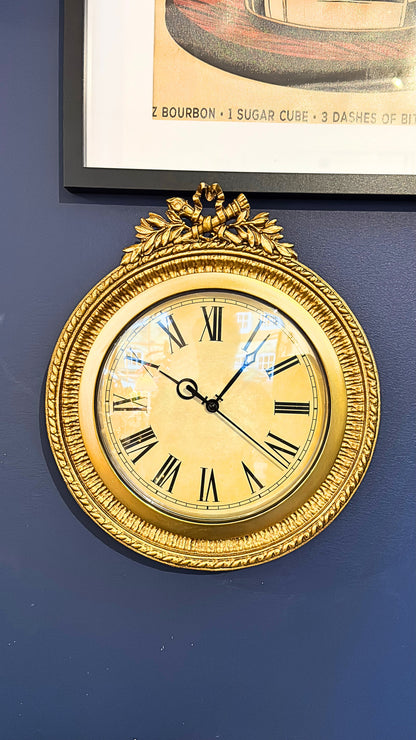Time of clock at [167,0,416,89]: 2:48
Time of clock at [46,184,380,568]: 10:06
